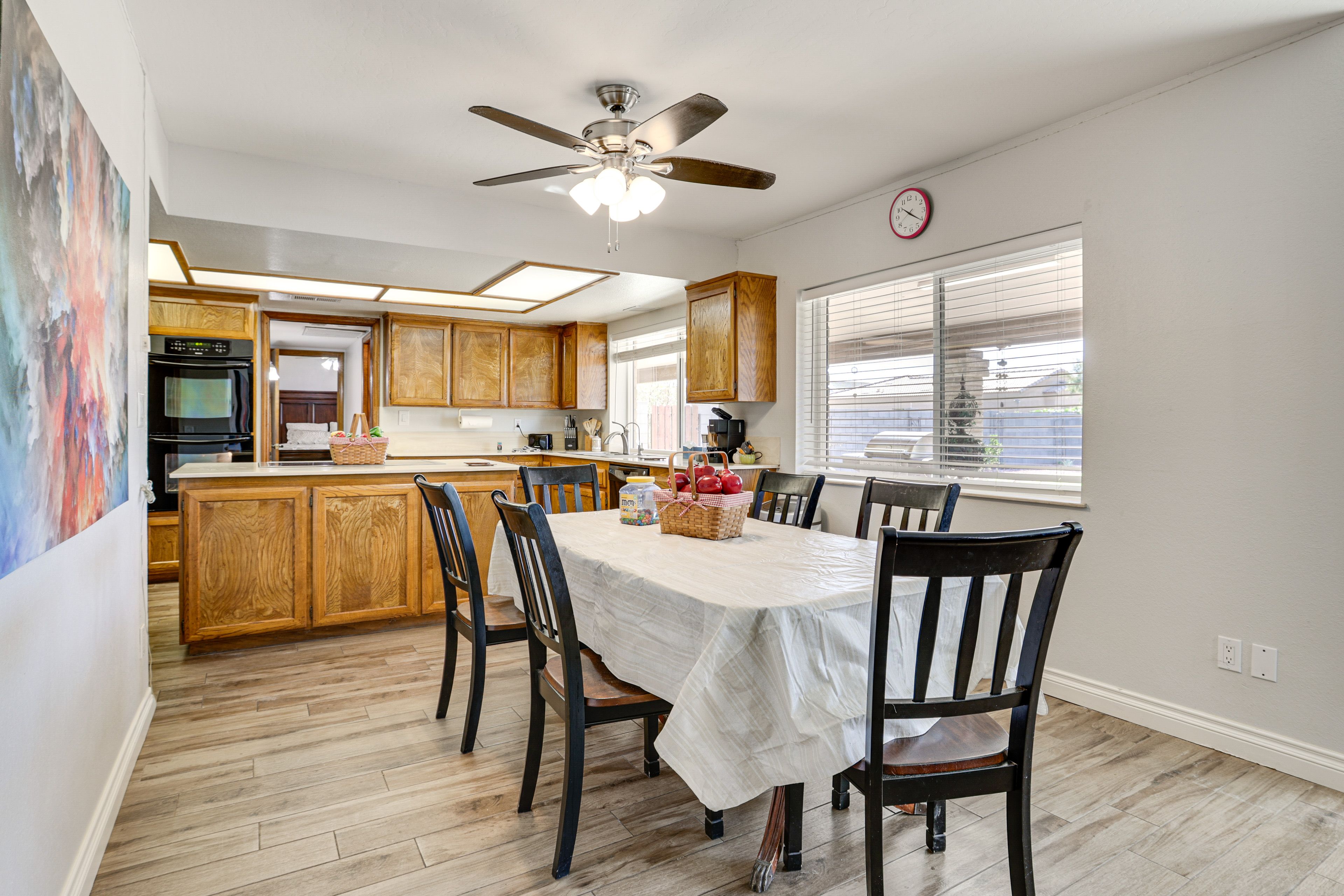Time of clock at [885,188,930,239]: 10:20
